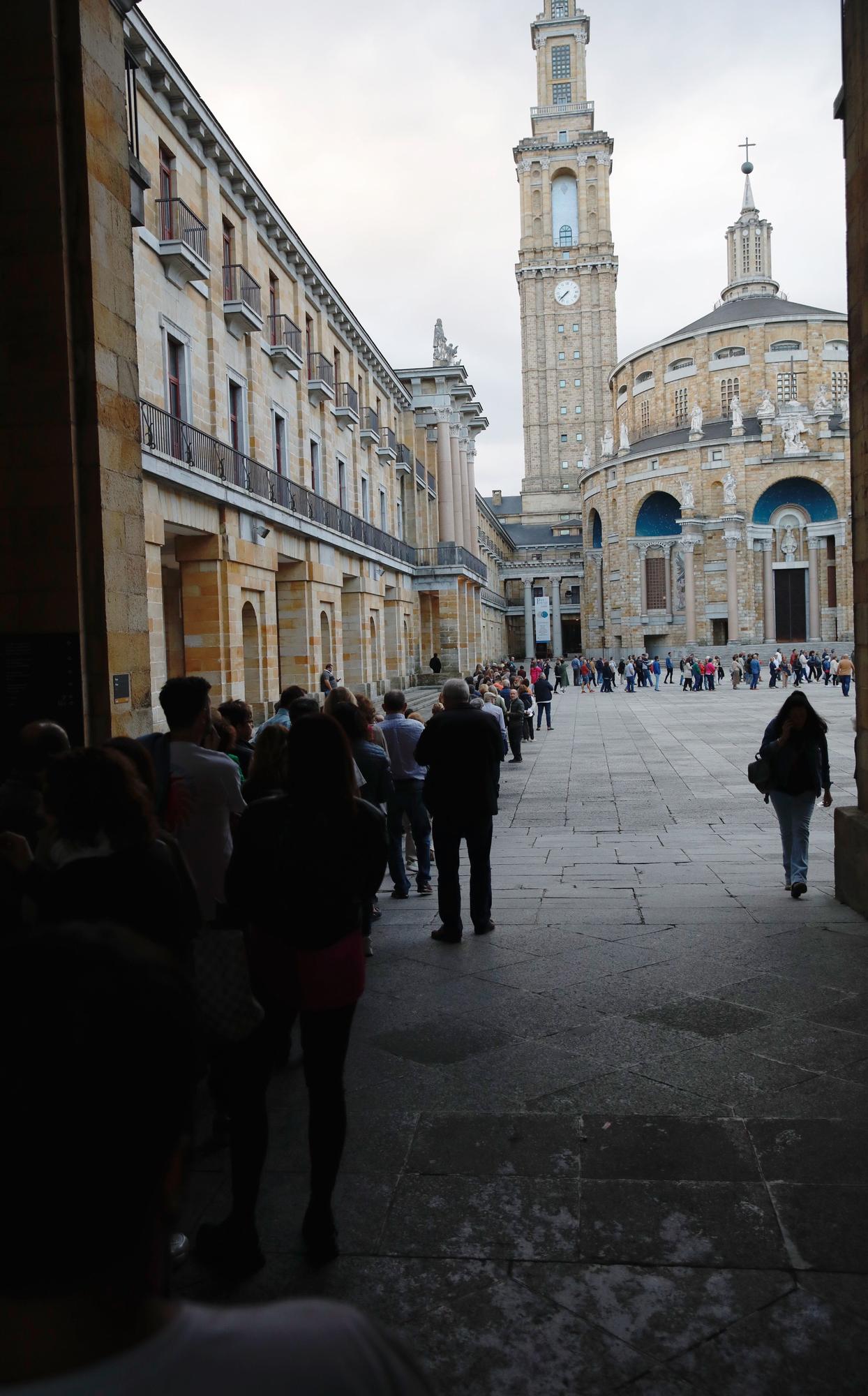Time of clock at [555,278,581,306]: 7:37
